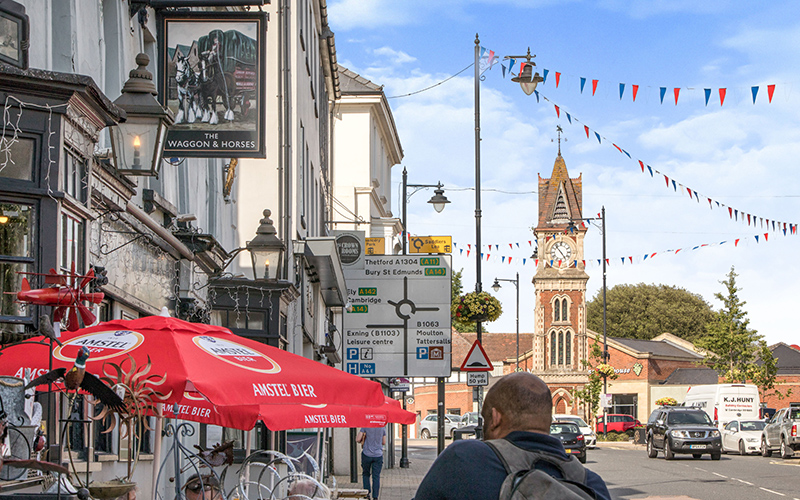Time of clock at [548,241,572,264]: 4:52
